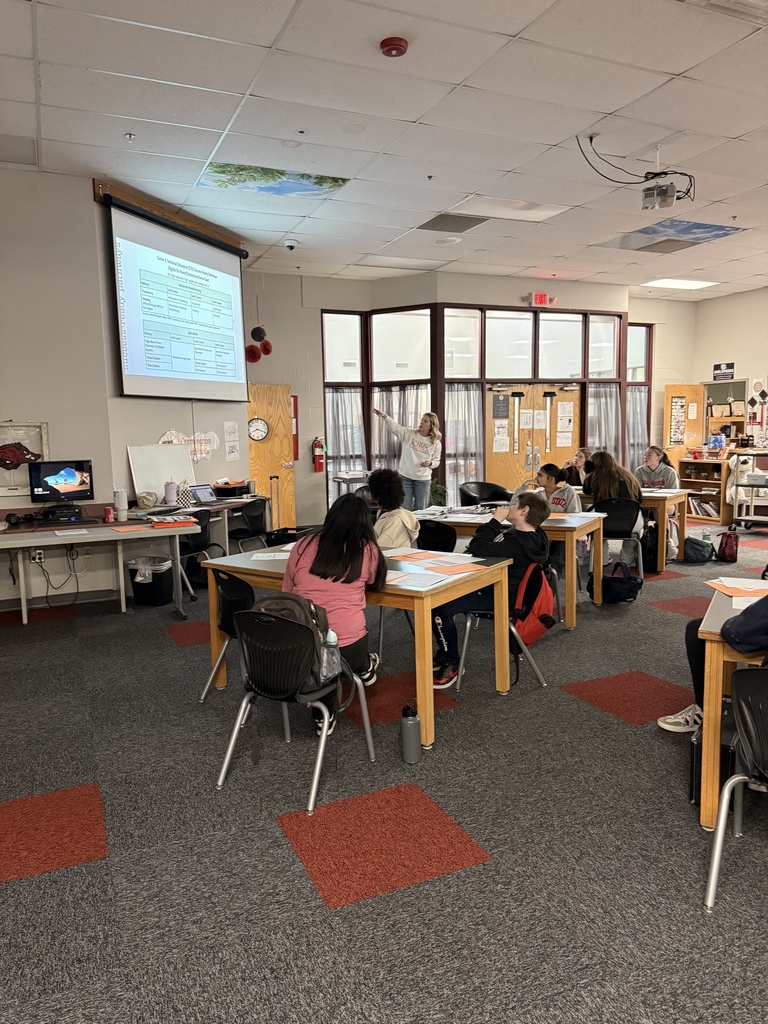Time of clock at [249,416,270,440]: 8:18
